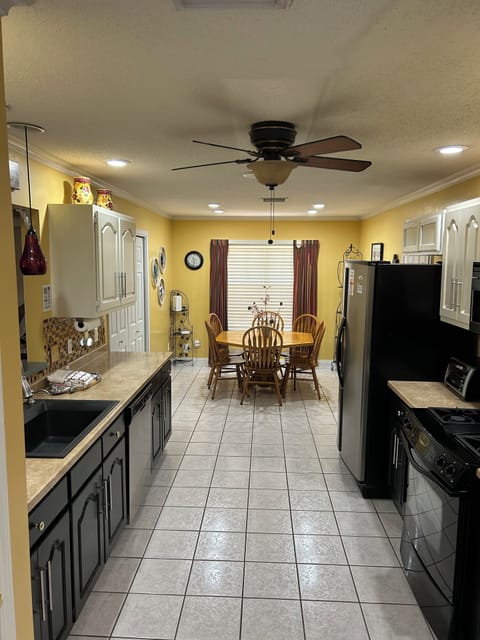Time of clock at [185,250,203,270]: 11:32
